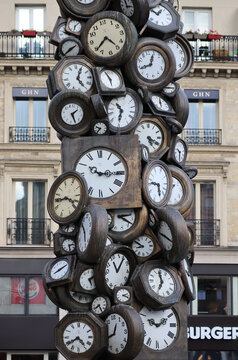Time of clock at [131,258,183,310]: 6:59
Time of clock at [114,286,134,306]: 2:18
